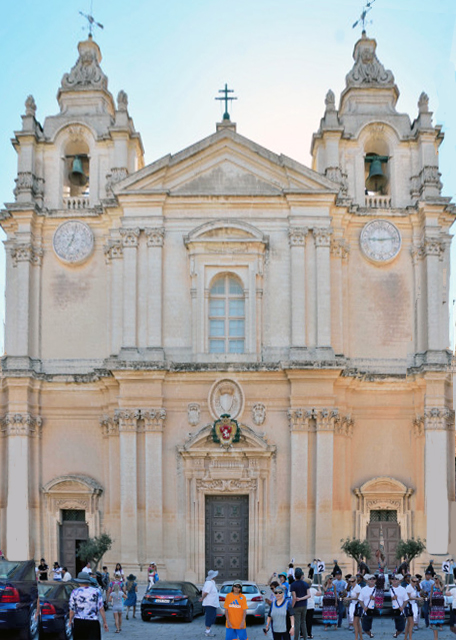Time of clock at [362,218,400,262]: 9:13
